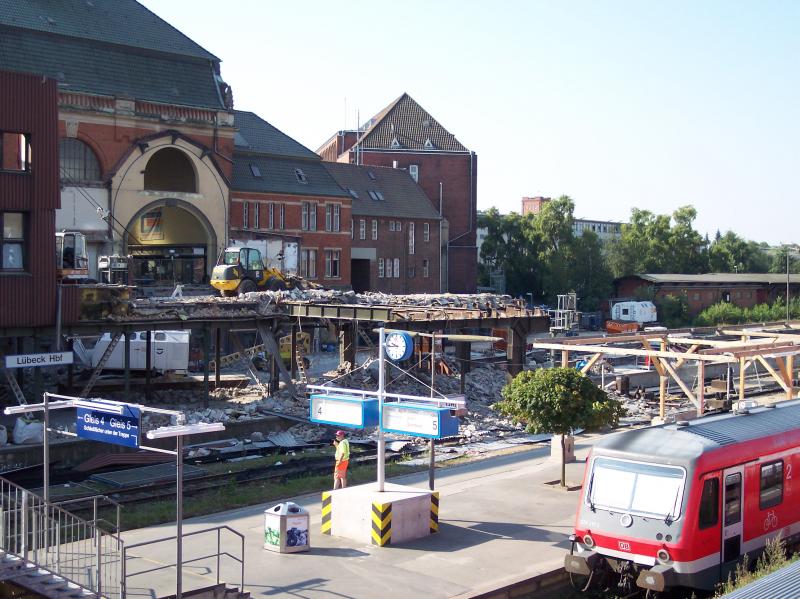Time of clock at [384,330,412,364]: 9:44
